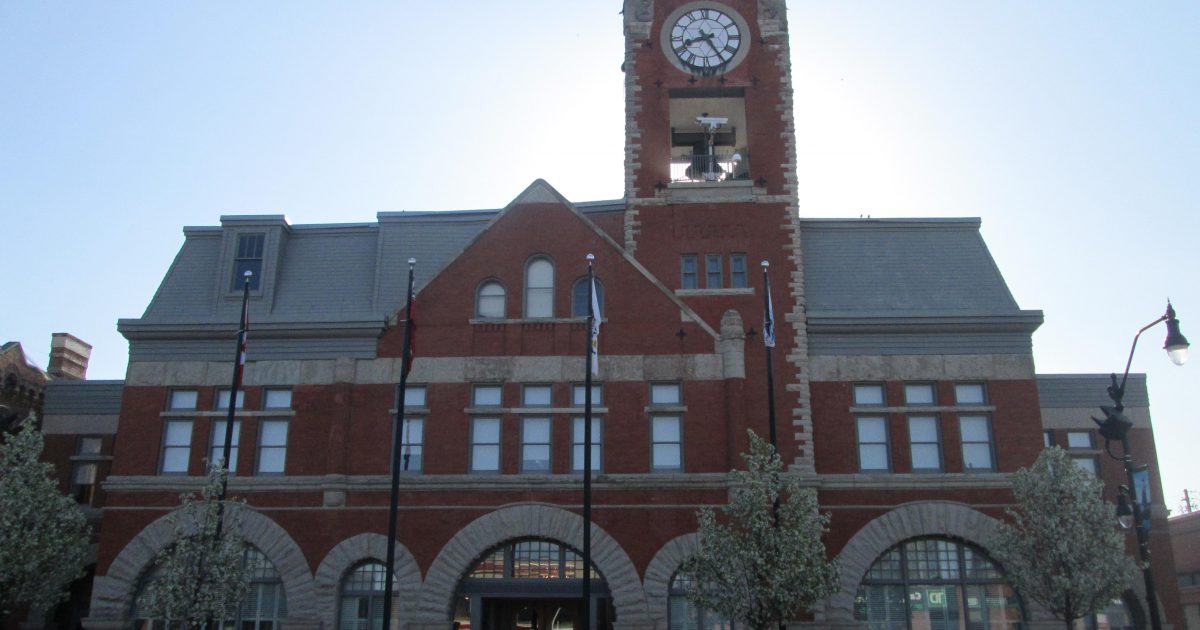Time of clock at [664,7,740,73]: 8:24
